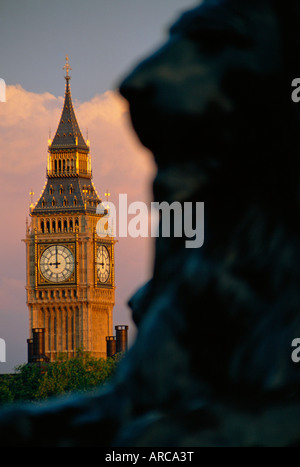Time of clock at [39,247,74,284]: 8:59
